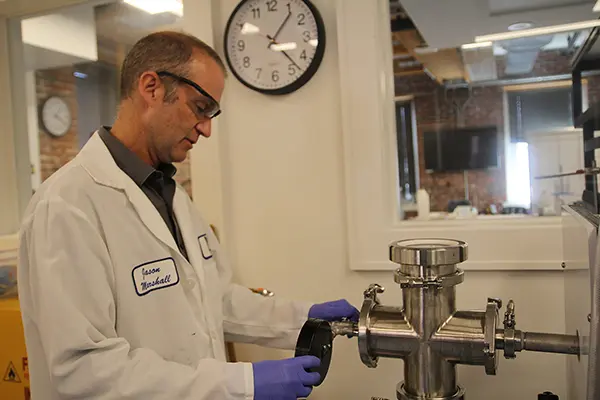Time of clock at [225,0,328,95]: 3:06
